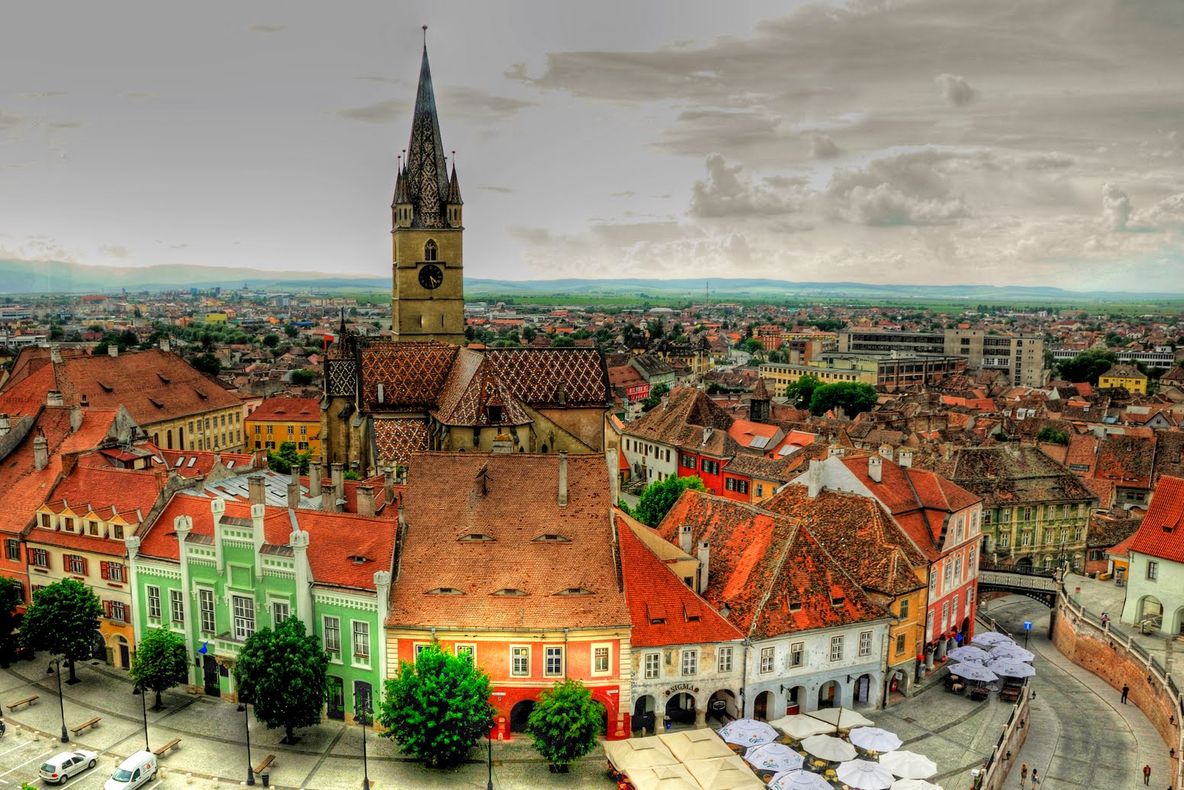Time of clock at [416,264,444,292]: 4:27
